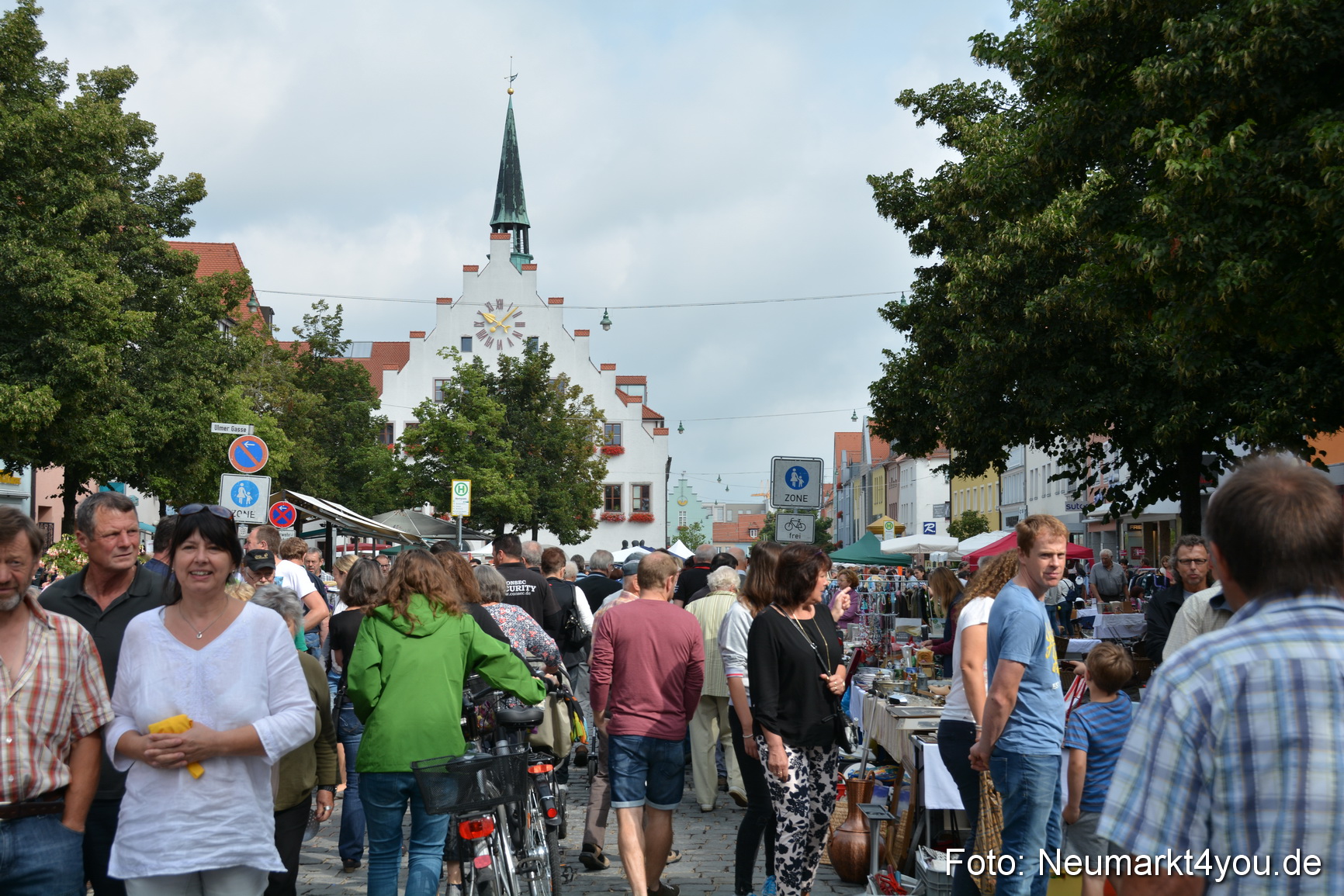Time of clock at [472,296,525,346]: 10:07
